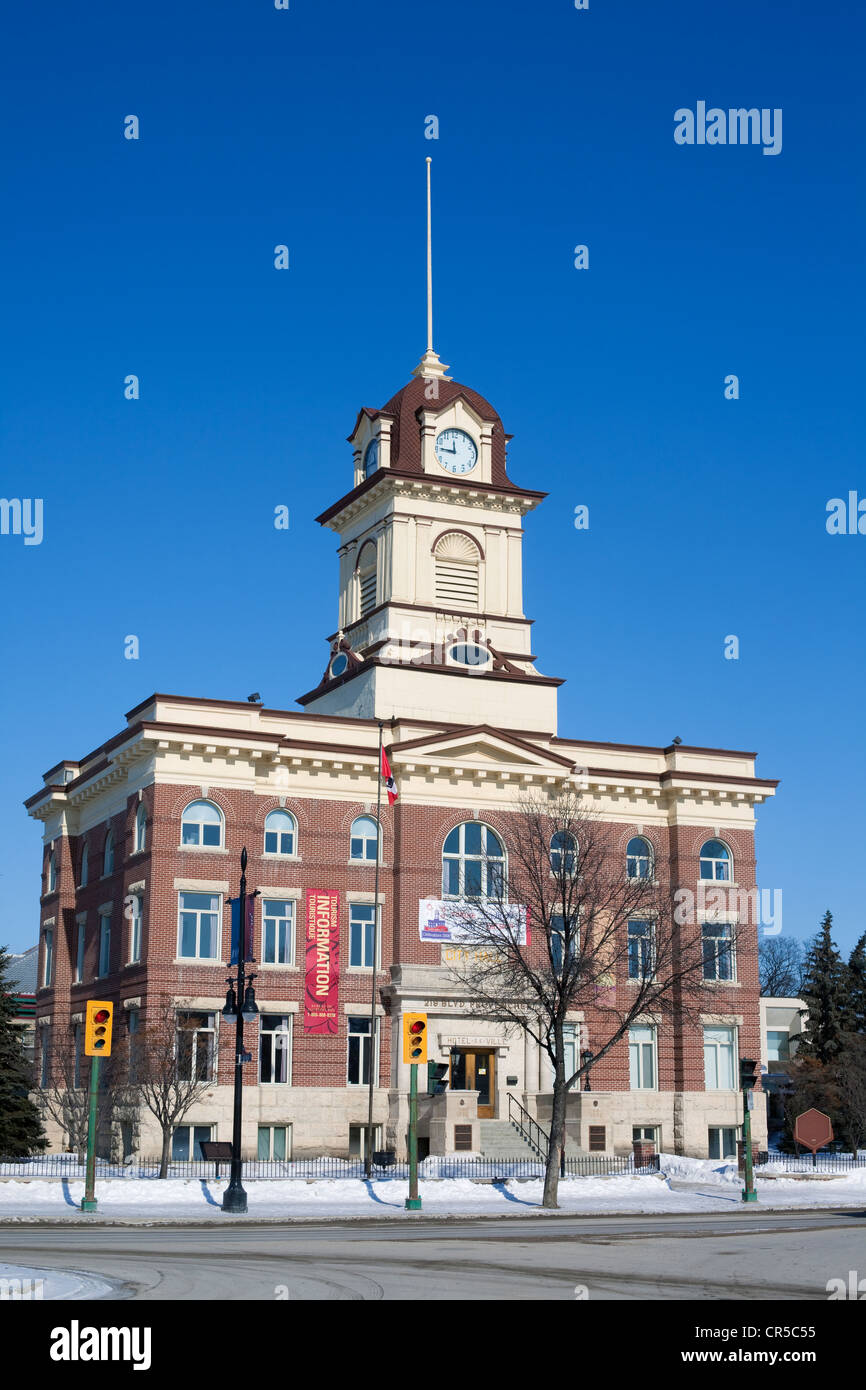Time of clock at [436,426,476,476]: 11:45
